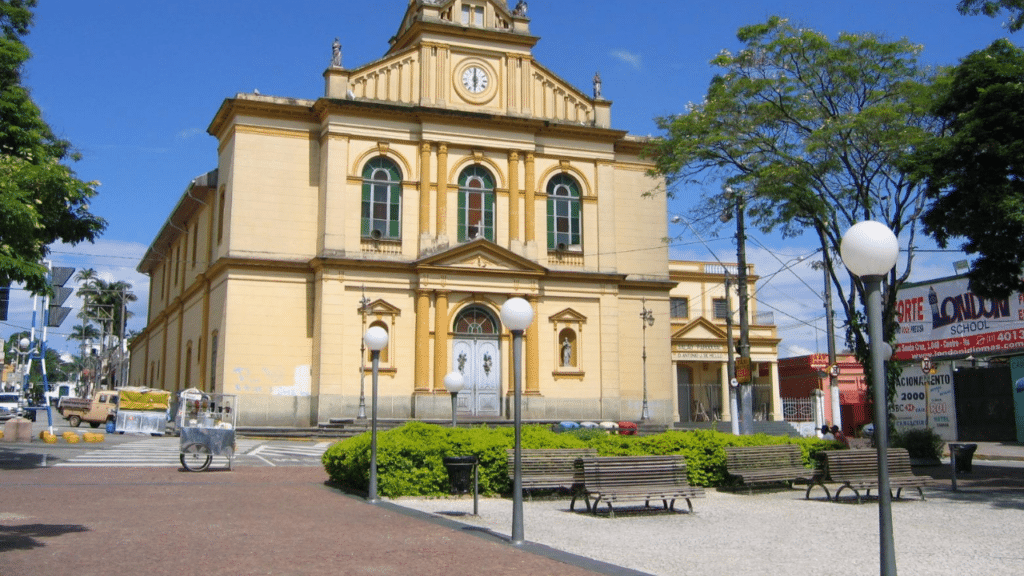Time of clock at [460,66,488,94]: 6:00
